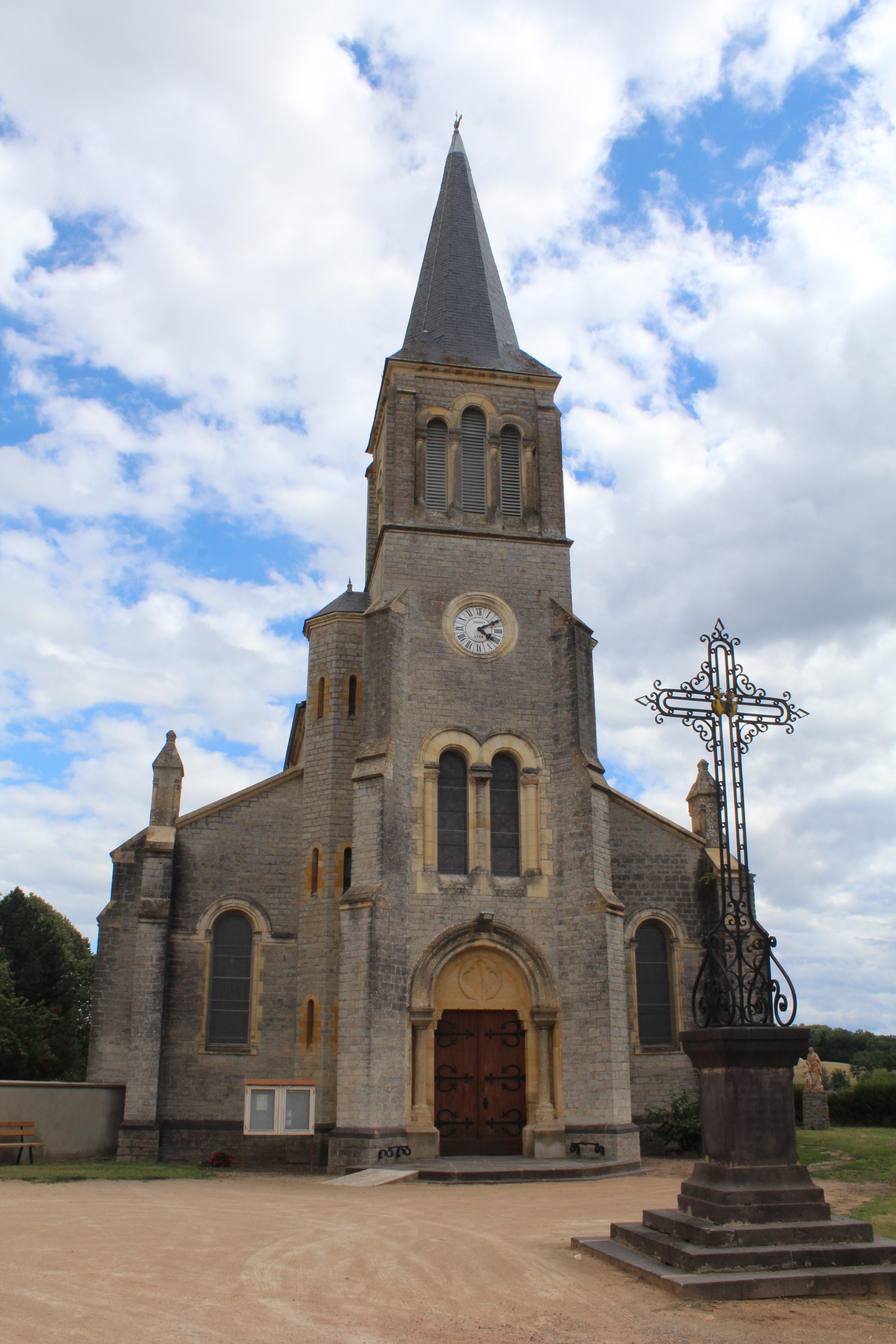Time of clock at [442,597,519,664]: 4:10
